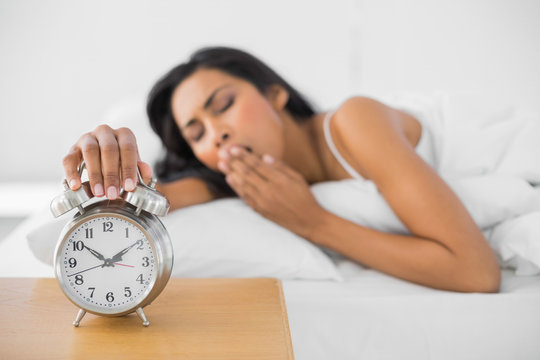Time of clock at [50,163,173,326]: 1:51
